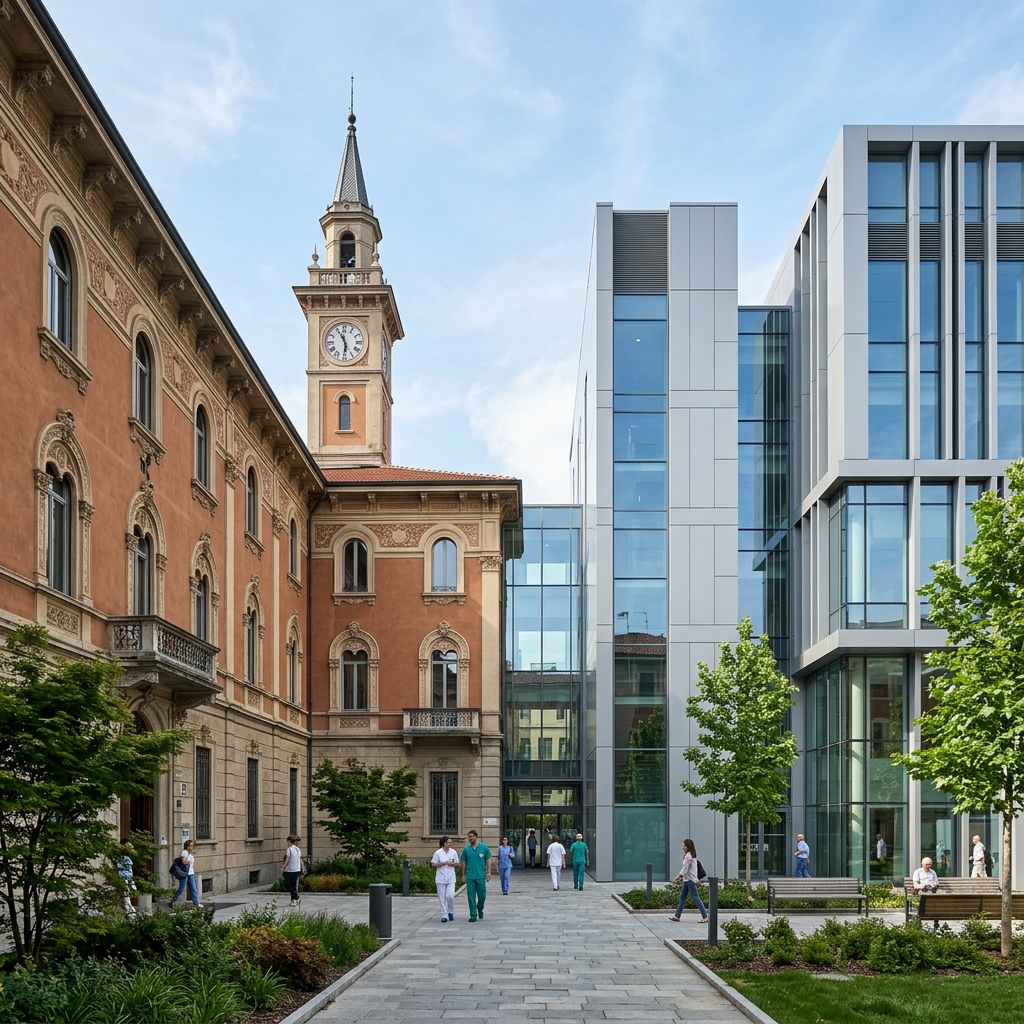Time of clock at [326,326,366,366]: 5:55
